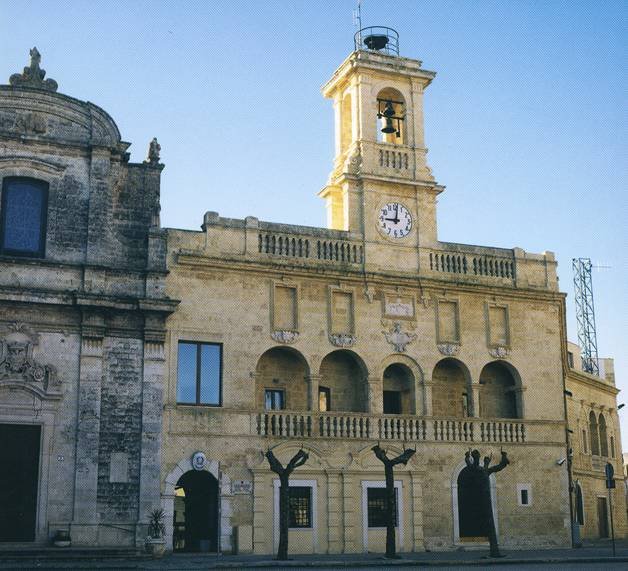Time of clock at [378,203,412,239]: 9:01
